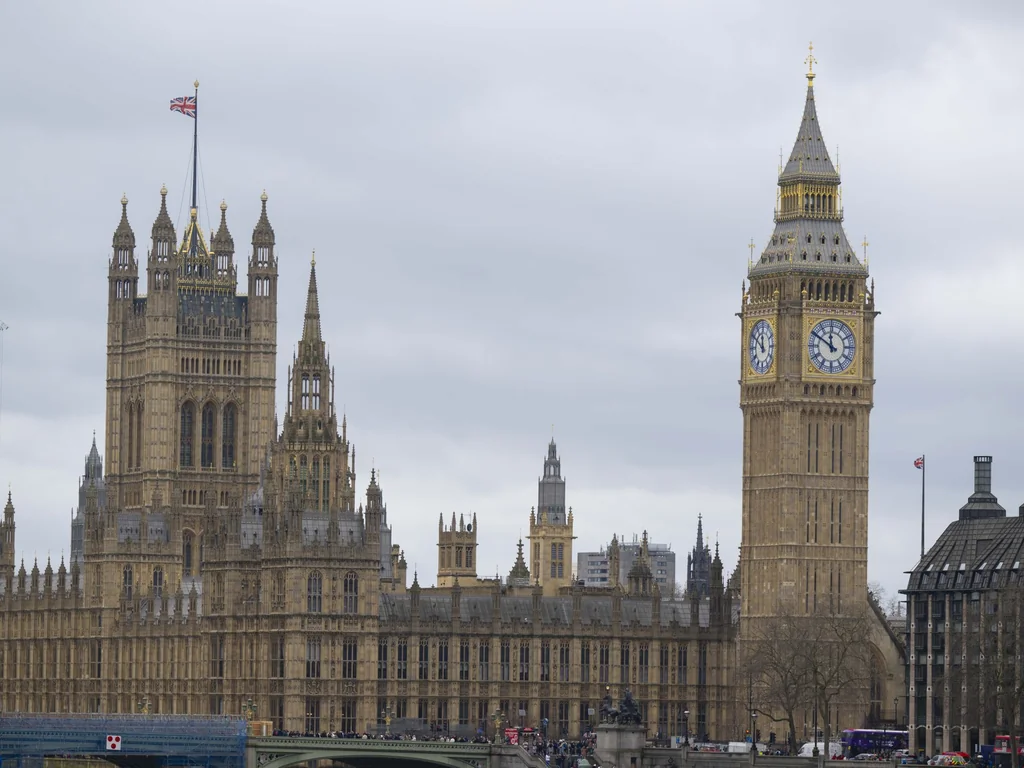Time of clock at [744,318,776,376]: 11:50
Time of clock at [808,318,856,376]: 11:50
